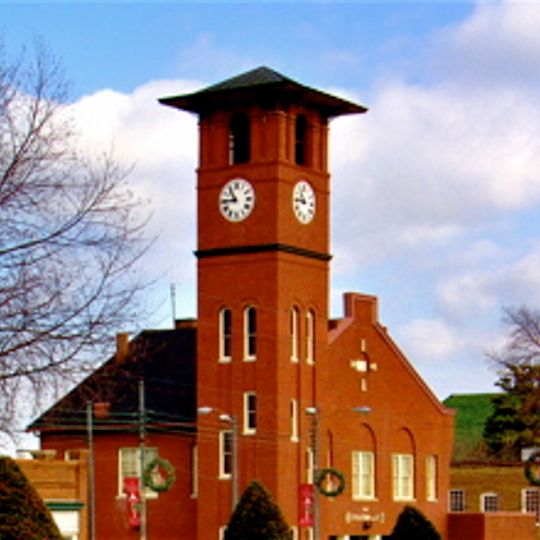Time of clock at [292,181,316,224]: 10:45
